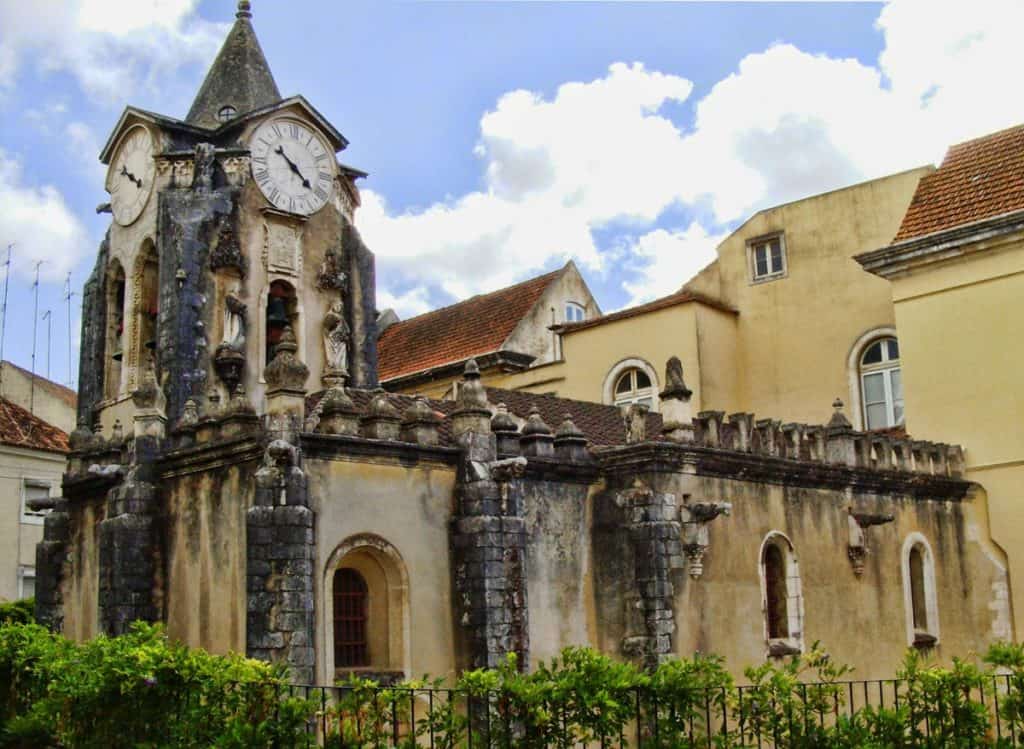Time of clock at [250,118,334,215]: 10:21
